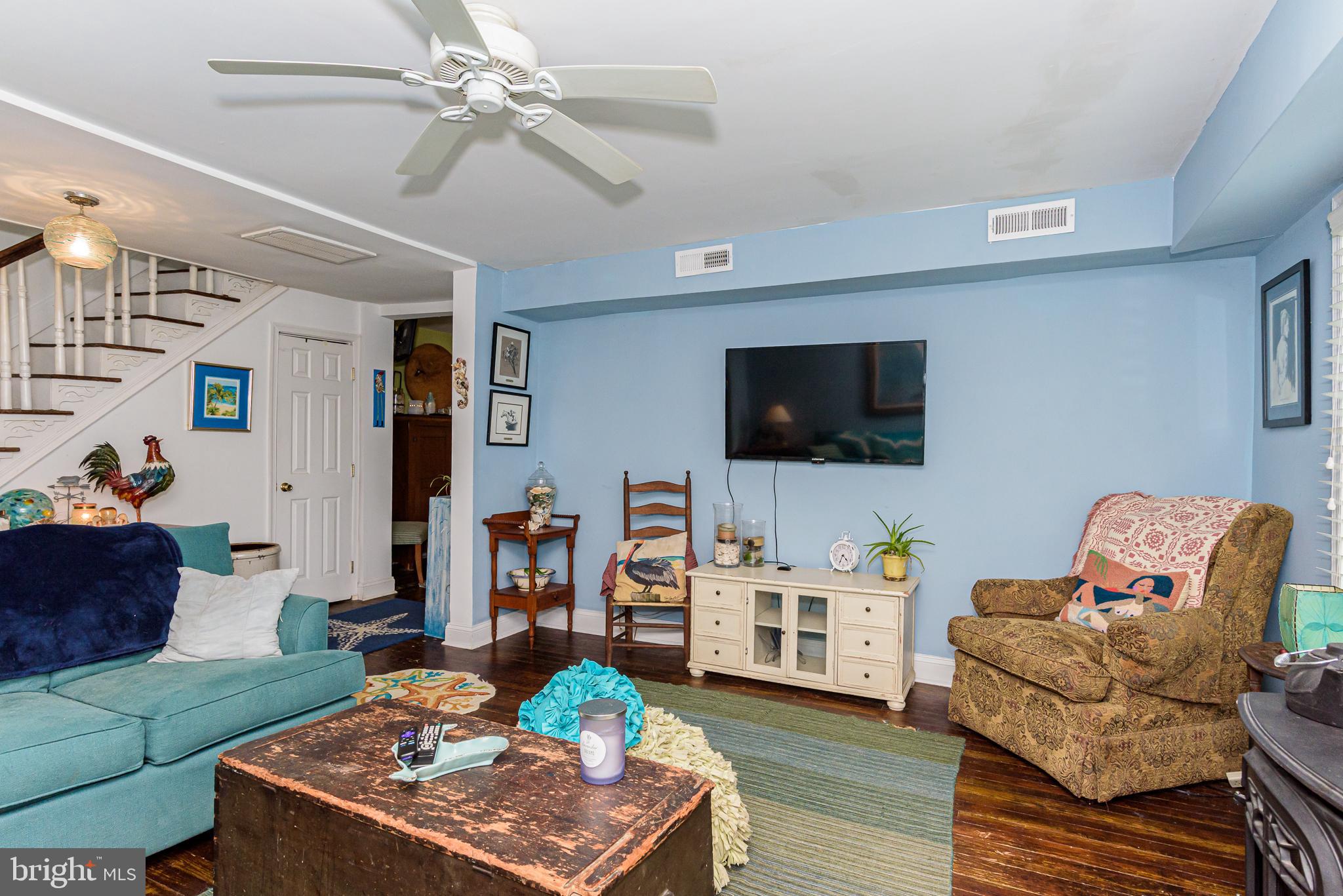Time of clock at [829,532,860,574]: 4:34
